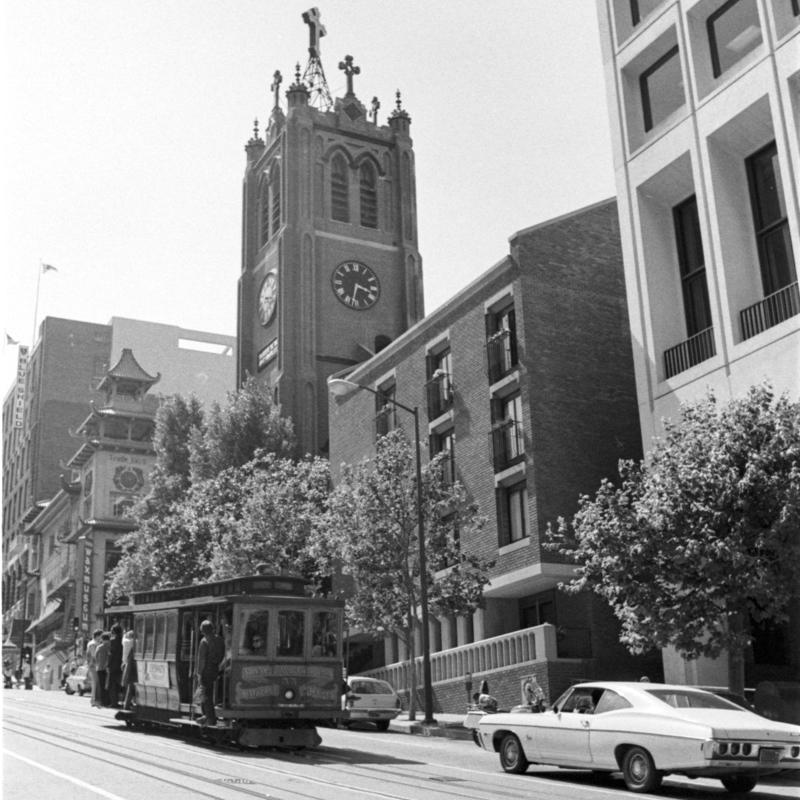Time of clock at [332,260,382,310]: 3:32
